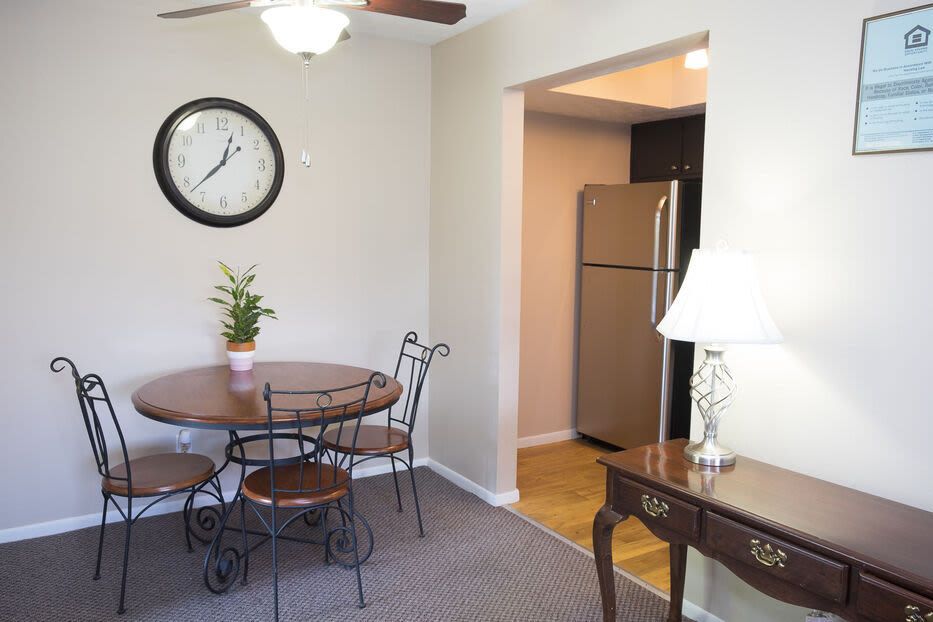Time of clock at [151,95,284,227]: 12:37
